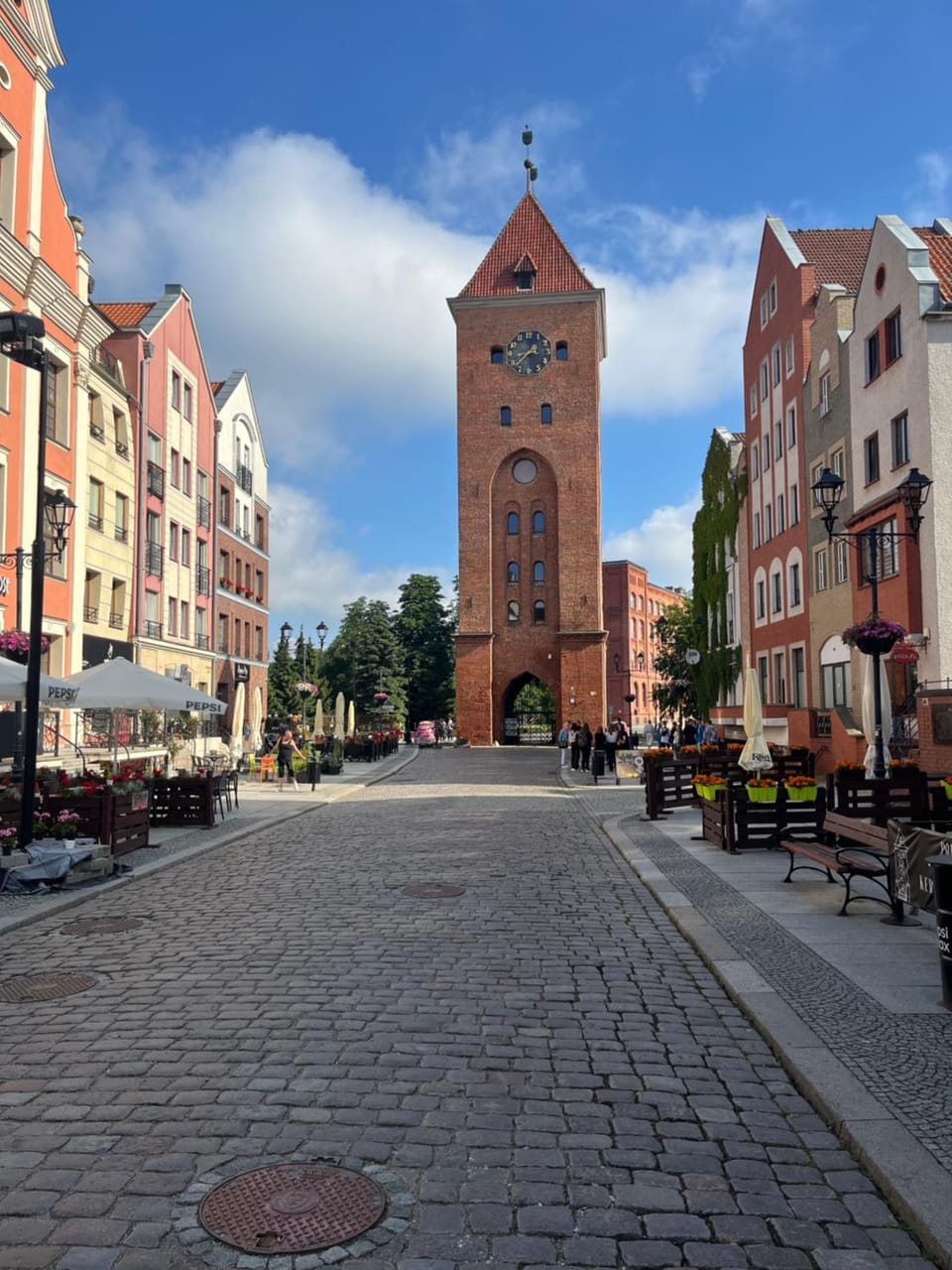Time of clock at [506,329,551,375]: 8:38
